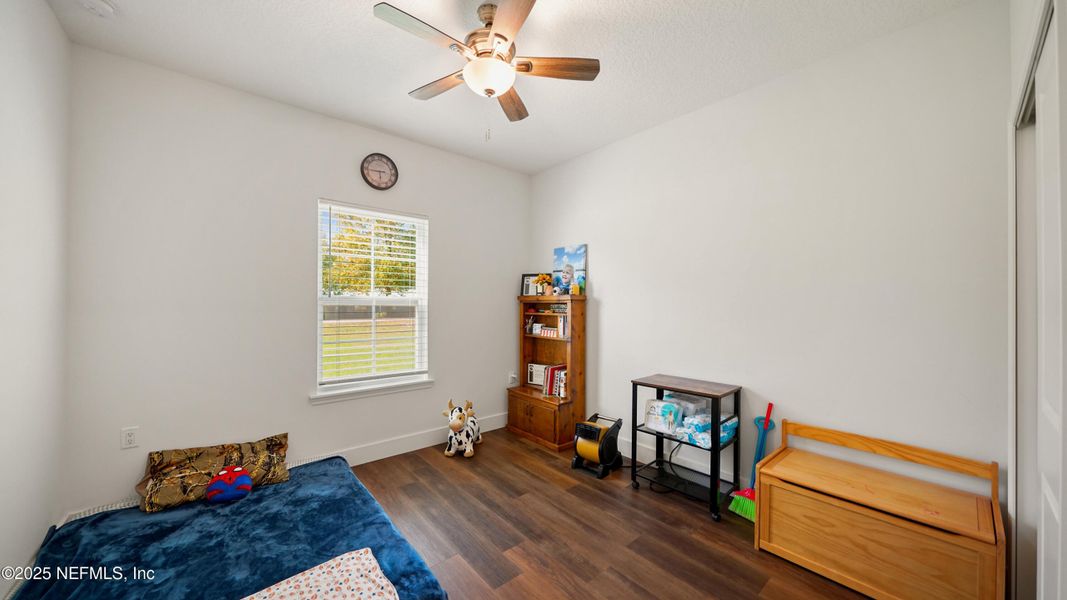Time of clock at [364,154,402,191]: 5:44
